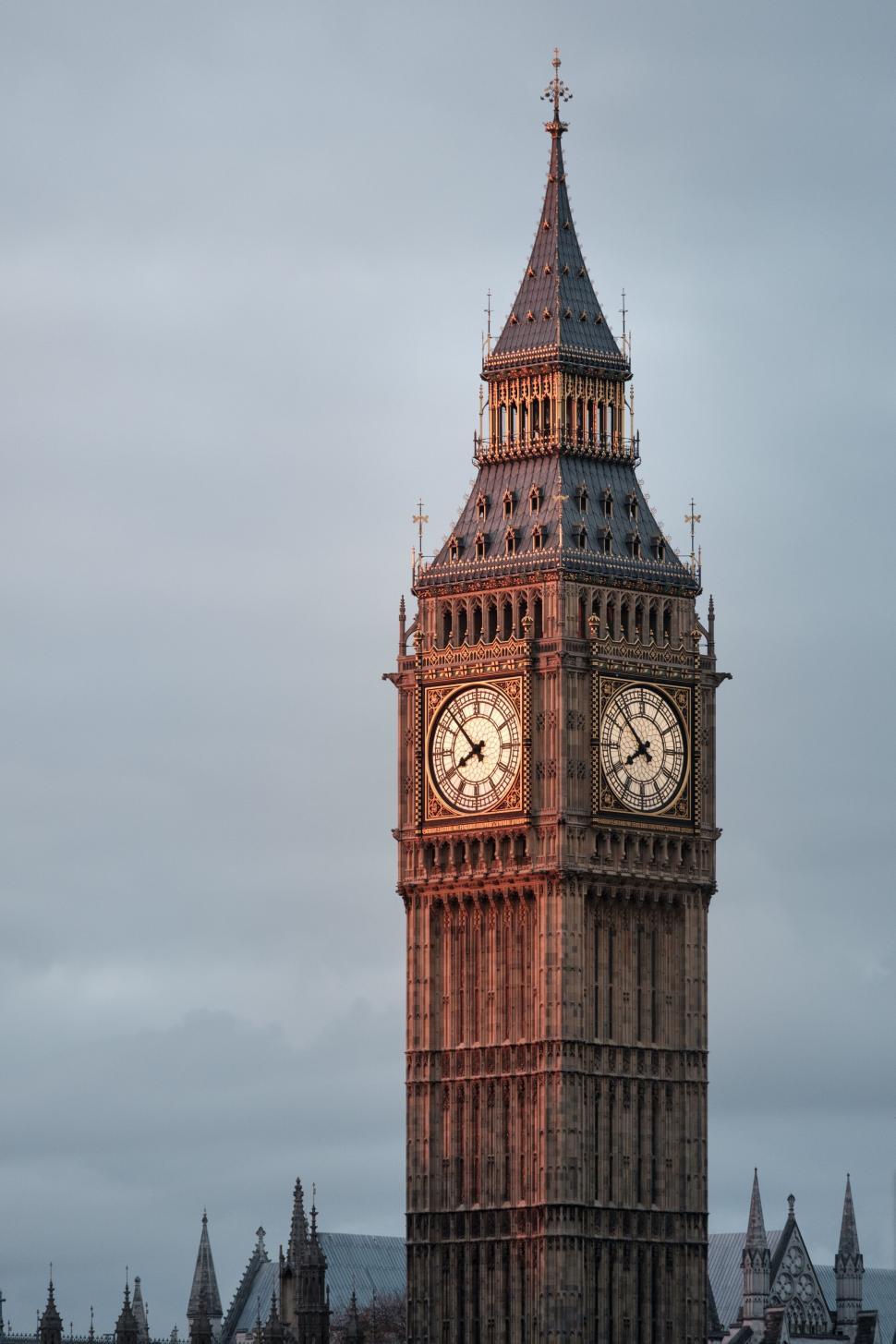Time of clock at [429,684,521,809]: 7:52
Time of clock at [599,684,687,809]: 7:52
